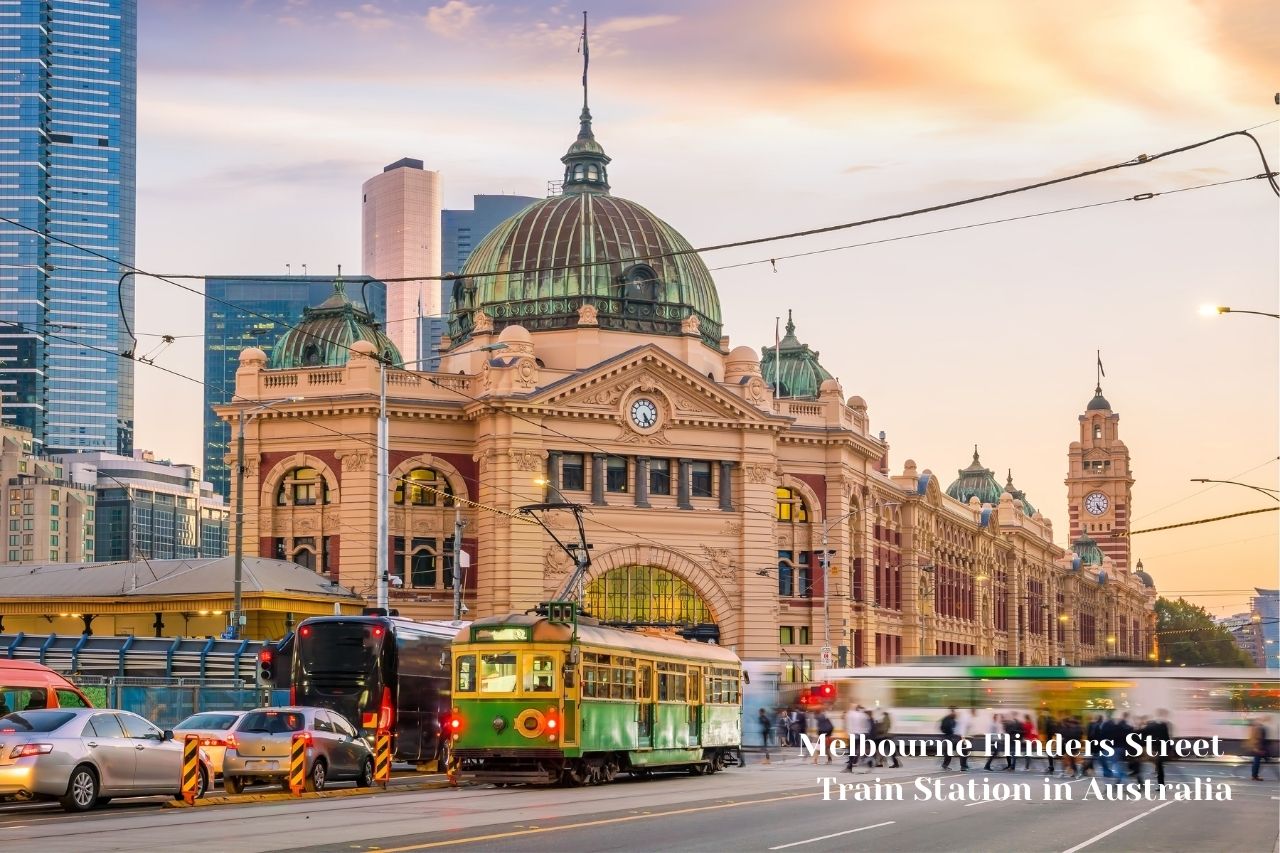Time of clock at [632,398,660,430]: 5:24
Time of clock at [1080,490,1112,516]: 5:24
